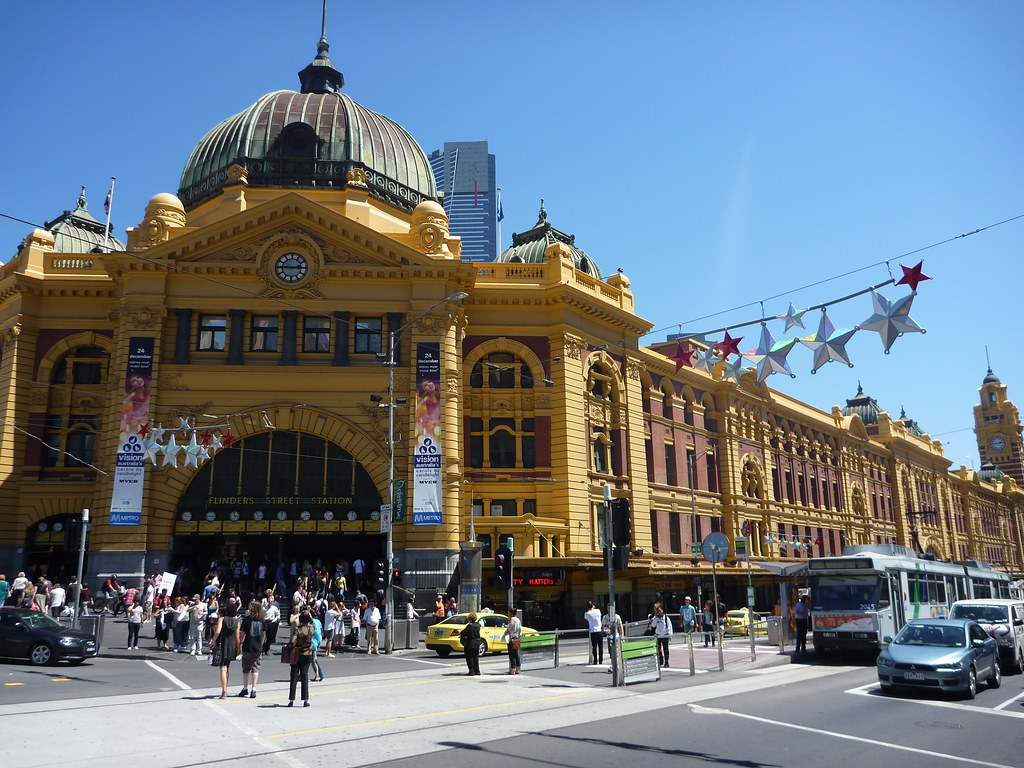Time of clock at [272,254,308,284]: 2:45
